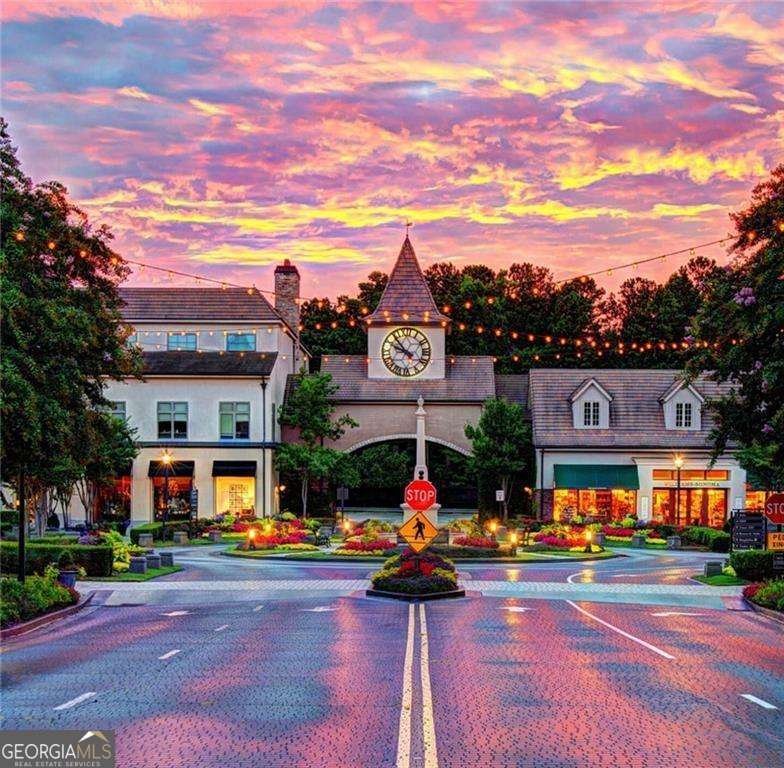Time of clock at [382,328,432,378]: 9:53
